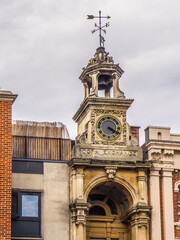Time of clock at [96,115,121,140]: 4:19
